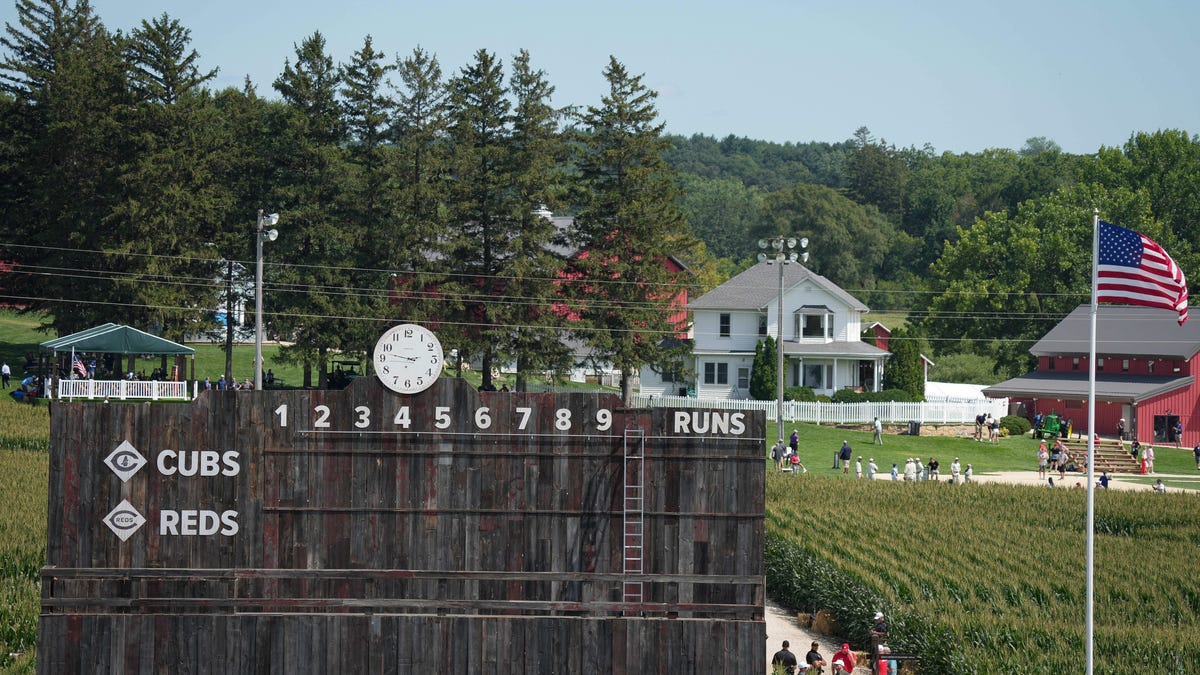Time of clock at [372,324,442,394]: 2:46
